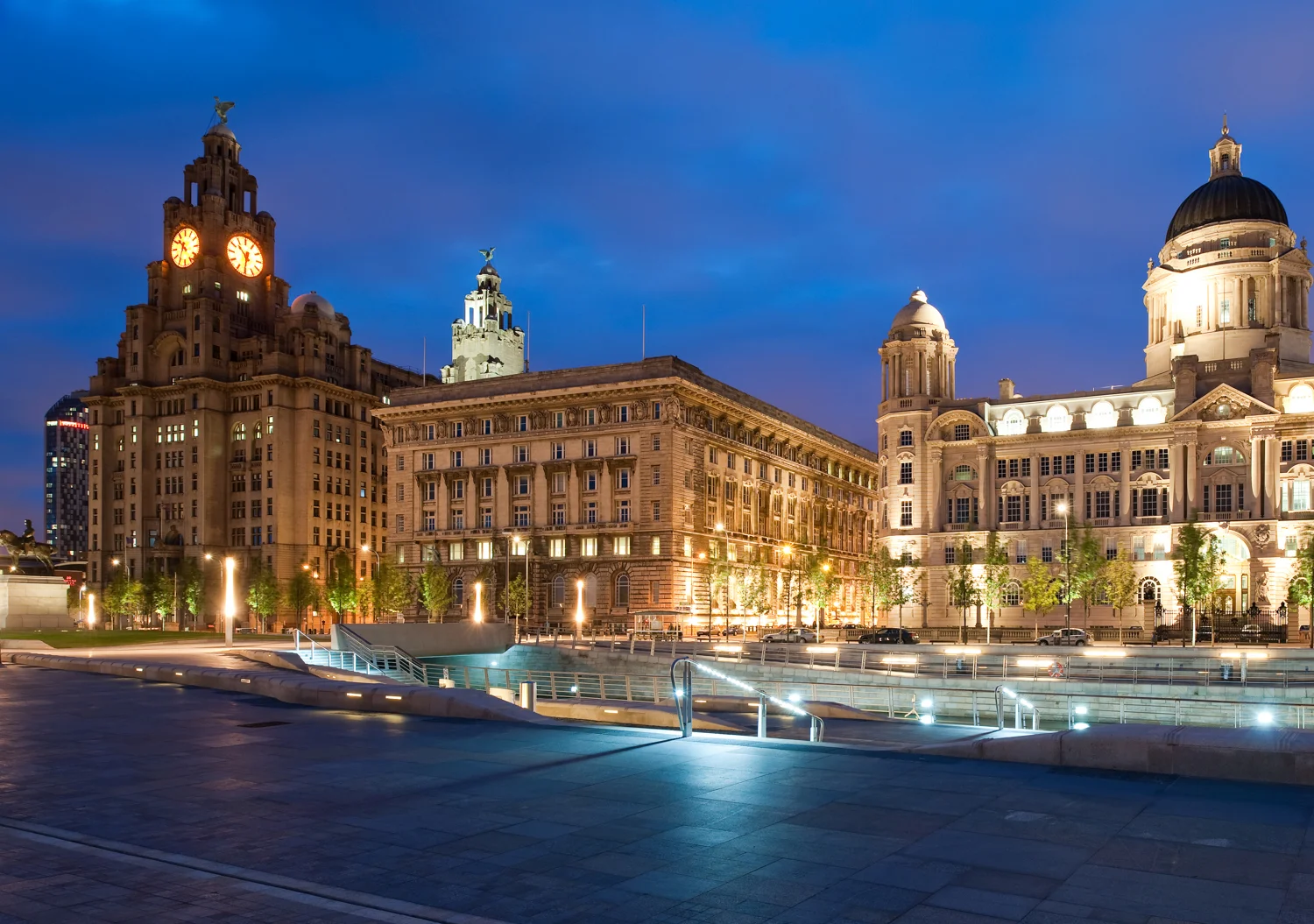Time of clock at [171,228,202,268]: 10:34
